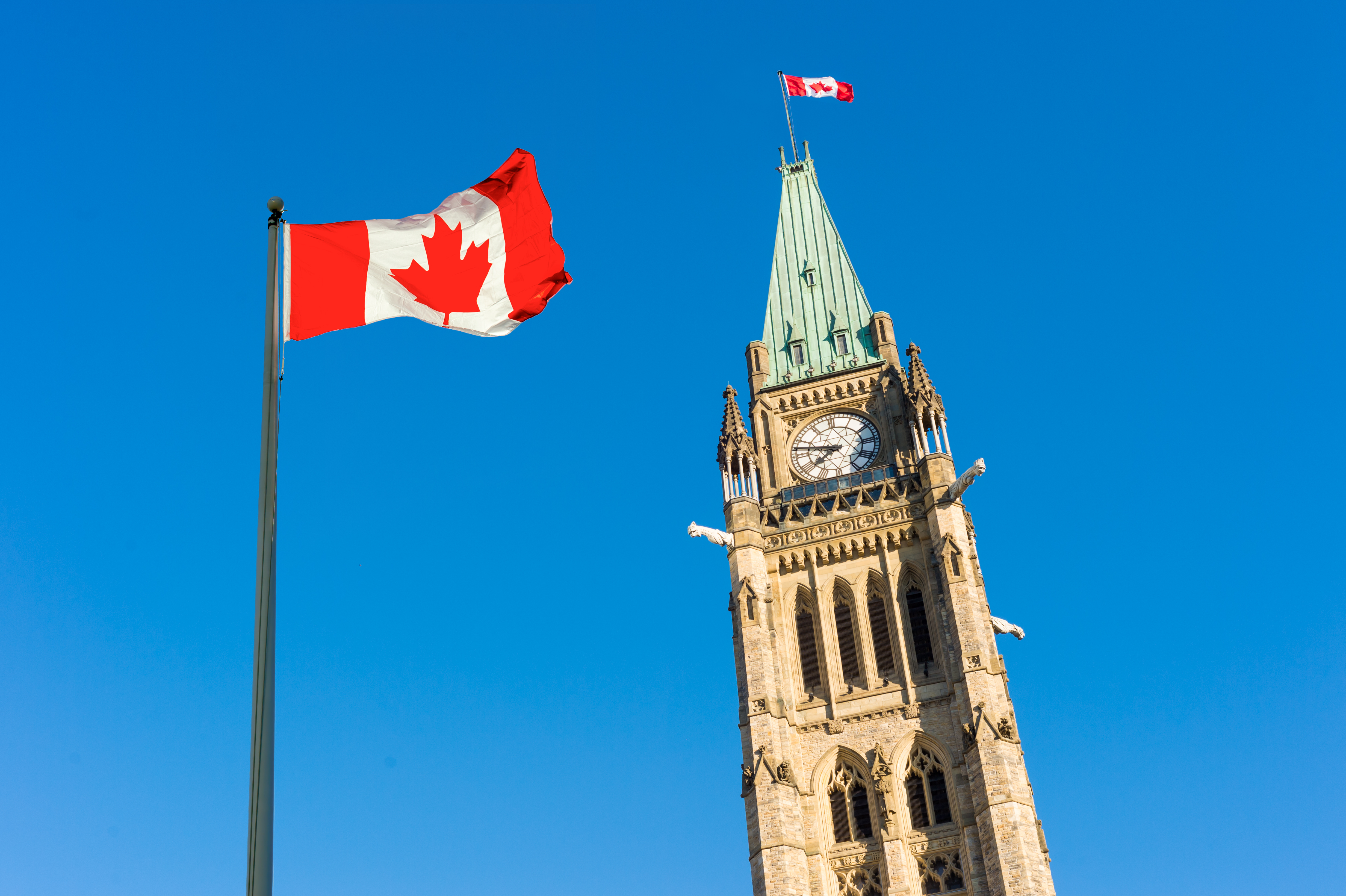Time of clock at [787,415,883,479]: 7:47
